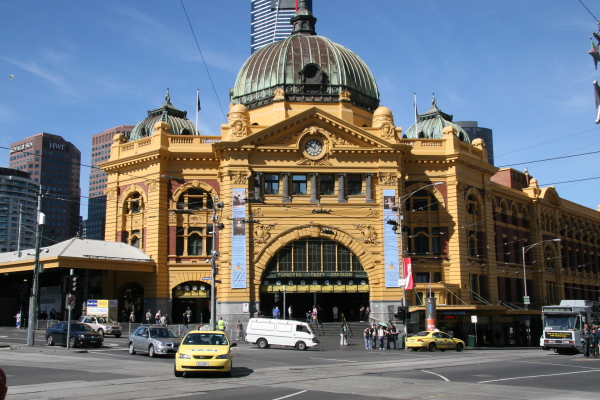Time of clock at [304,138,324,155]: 12:49
